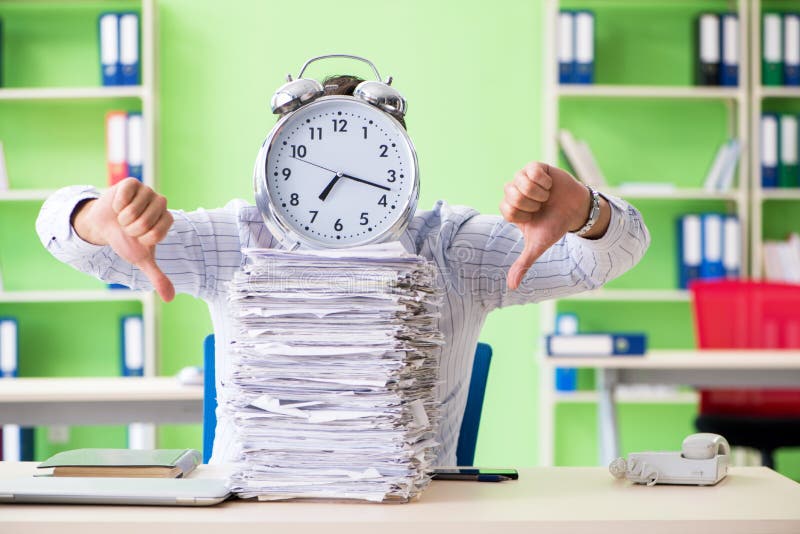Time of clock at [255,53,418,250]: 7:17
